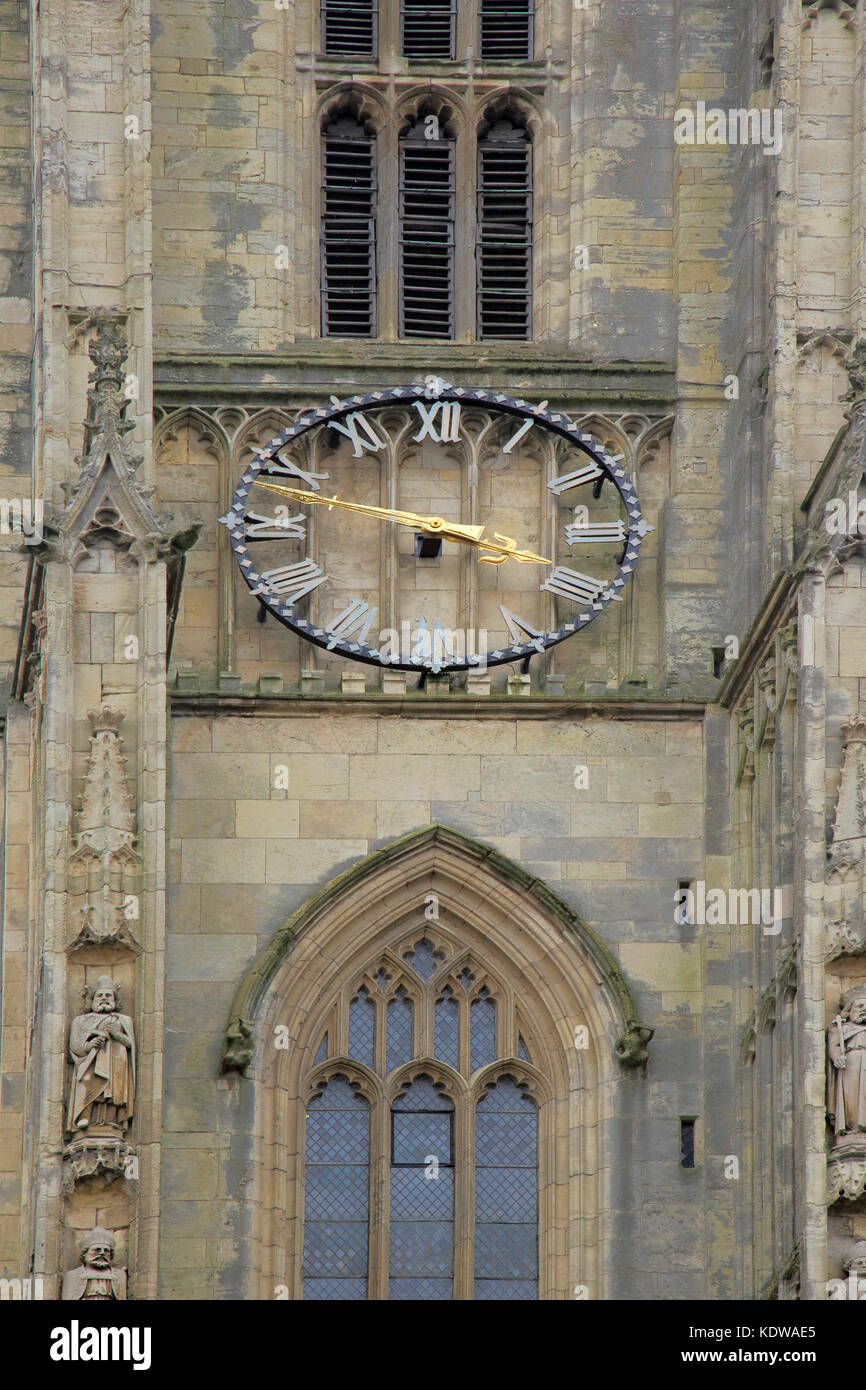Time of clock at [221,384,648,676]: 3:48
